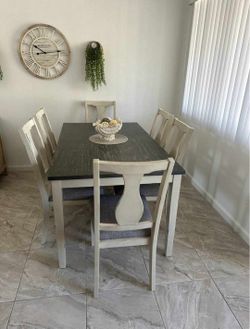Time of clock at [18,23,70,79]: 10:13
